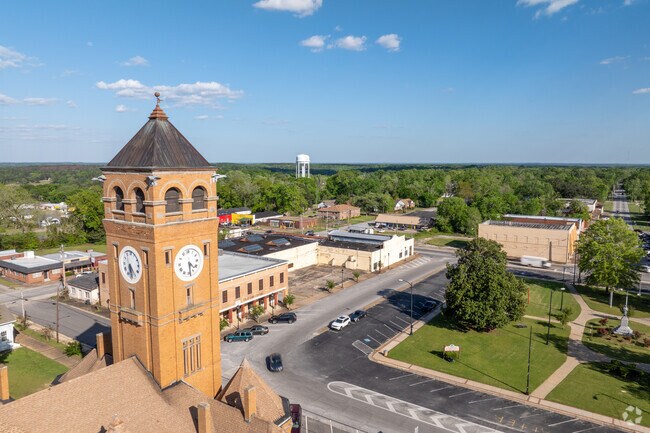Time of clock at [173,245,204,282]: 4:28
